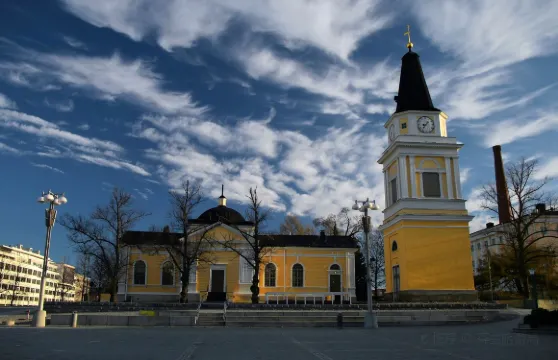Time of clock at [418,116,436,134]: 8:36
